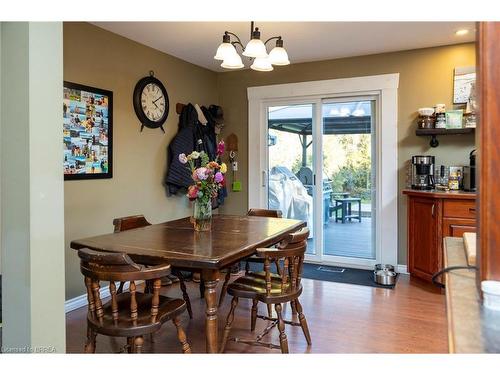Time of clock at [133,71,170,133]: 4:09
